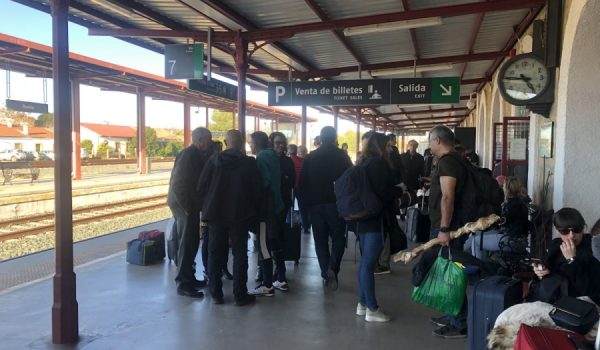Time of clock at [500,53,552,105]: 4:46
